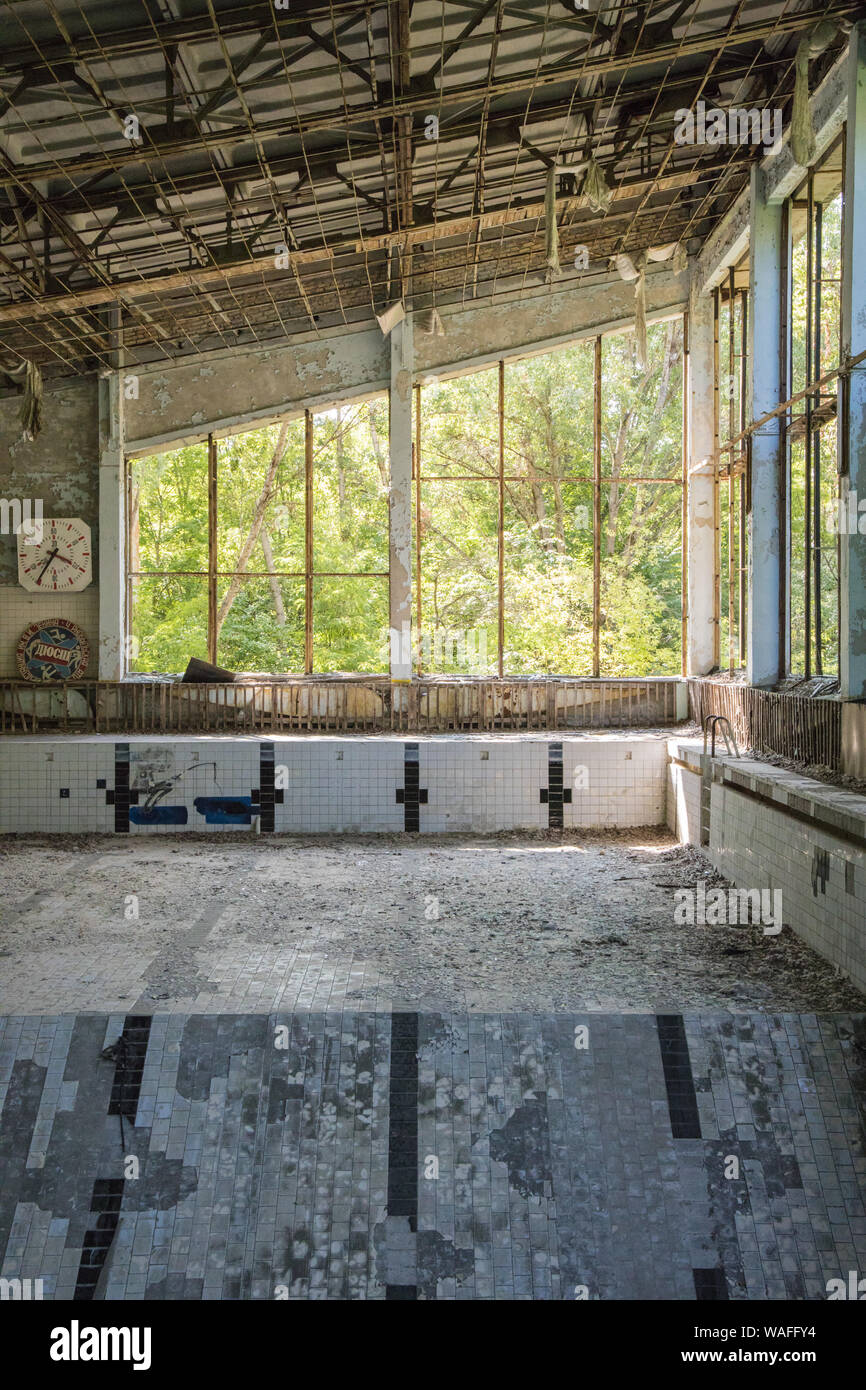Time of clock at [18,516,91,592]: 3:35
